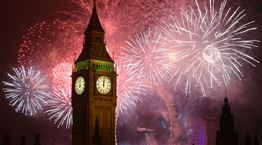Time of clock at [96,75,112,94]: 12:01
